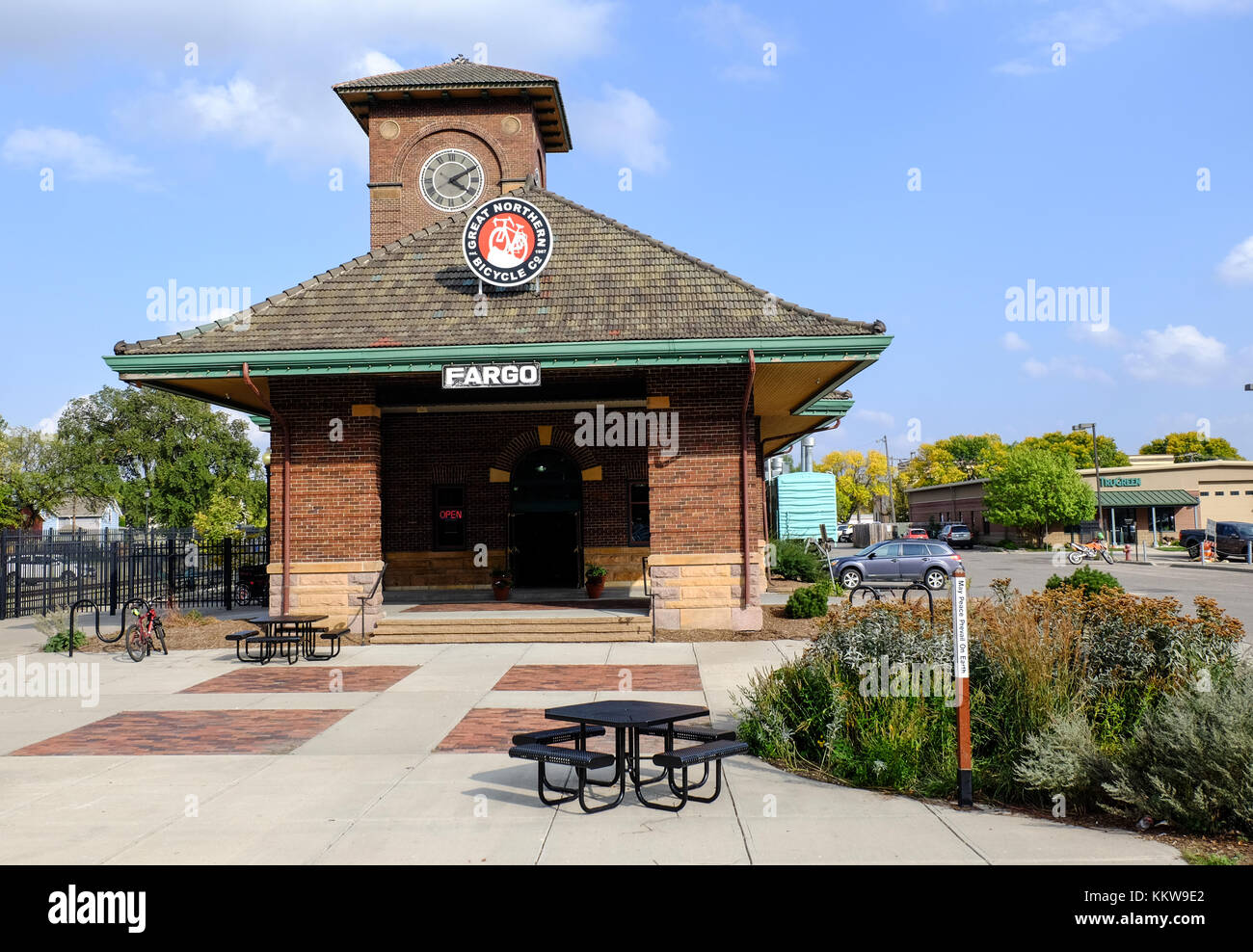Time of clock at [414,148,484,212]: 4:10
